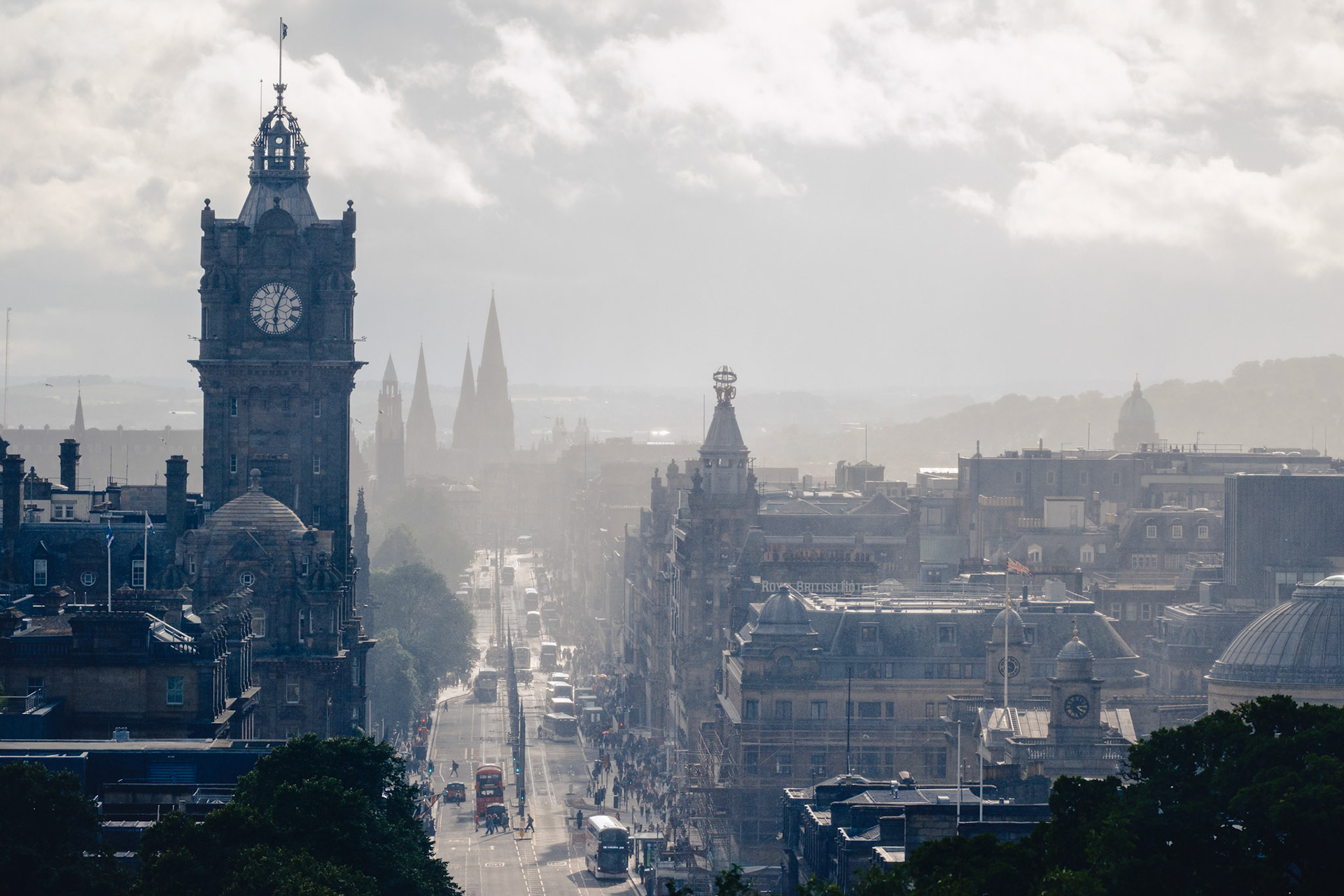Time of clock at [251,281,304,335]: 6:03
